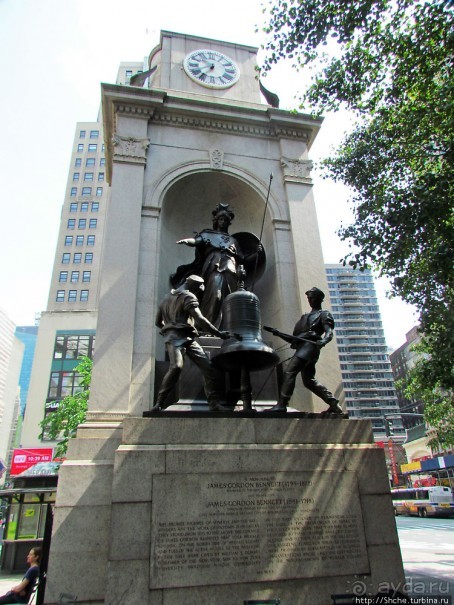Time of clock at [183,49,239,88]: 10:36
